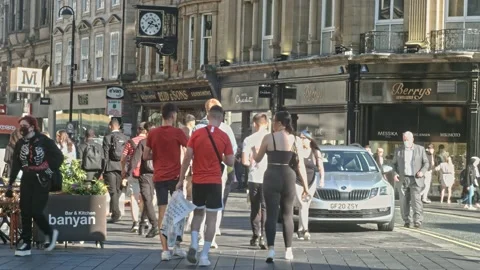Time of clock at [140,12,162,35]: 3:36
